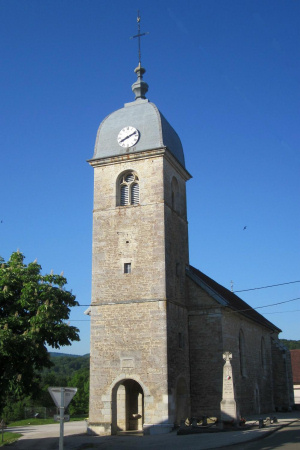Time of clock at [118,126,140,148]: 8:11
